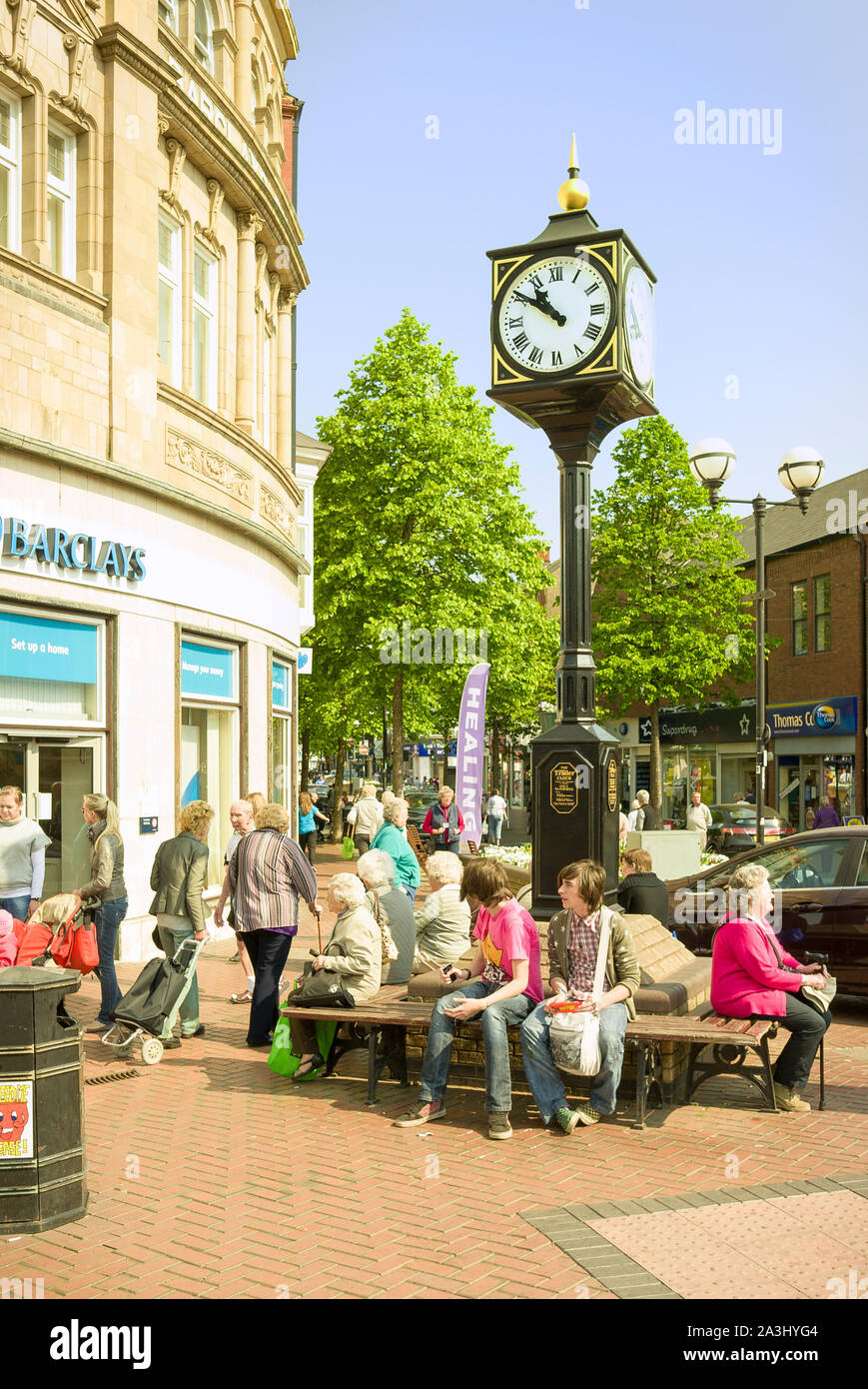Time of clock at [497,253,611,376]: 10:50
